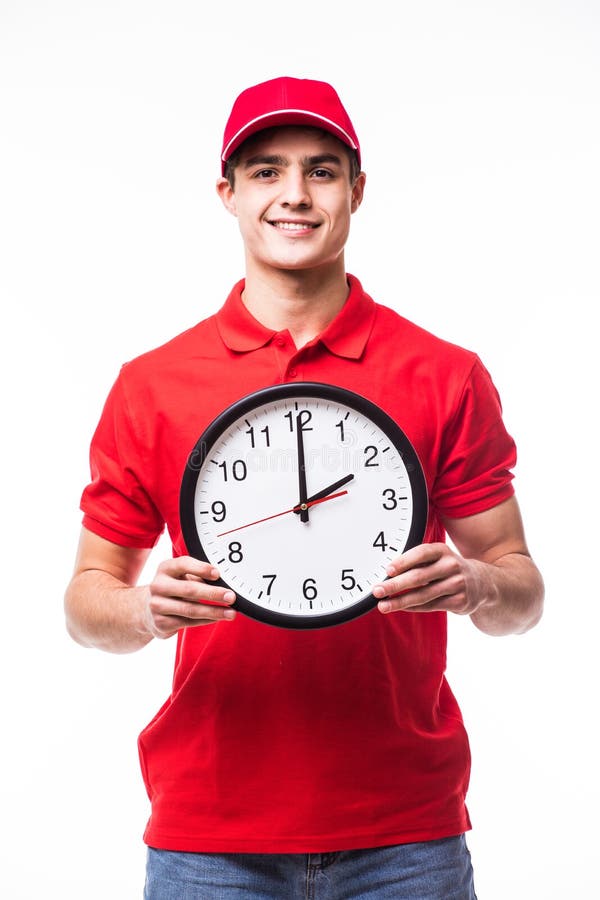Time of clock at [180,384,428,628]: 2:00
